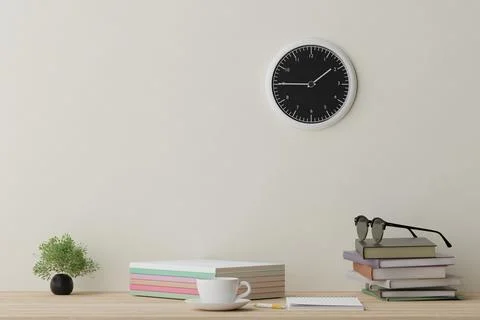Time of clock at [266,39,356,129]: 1:45
